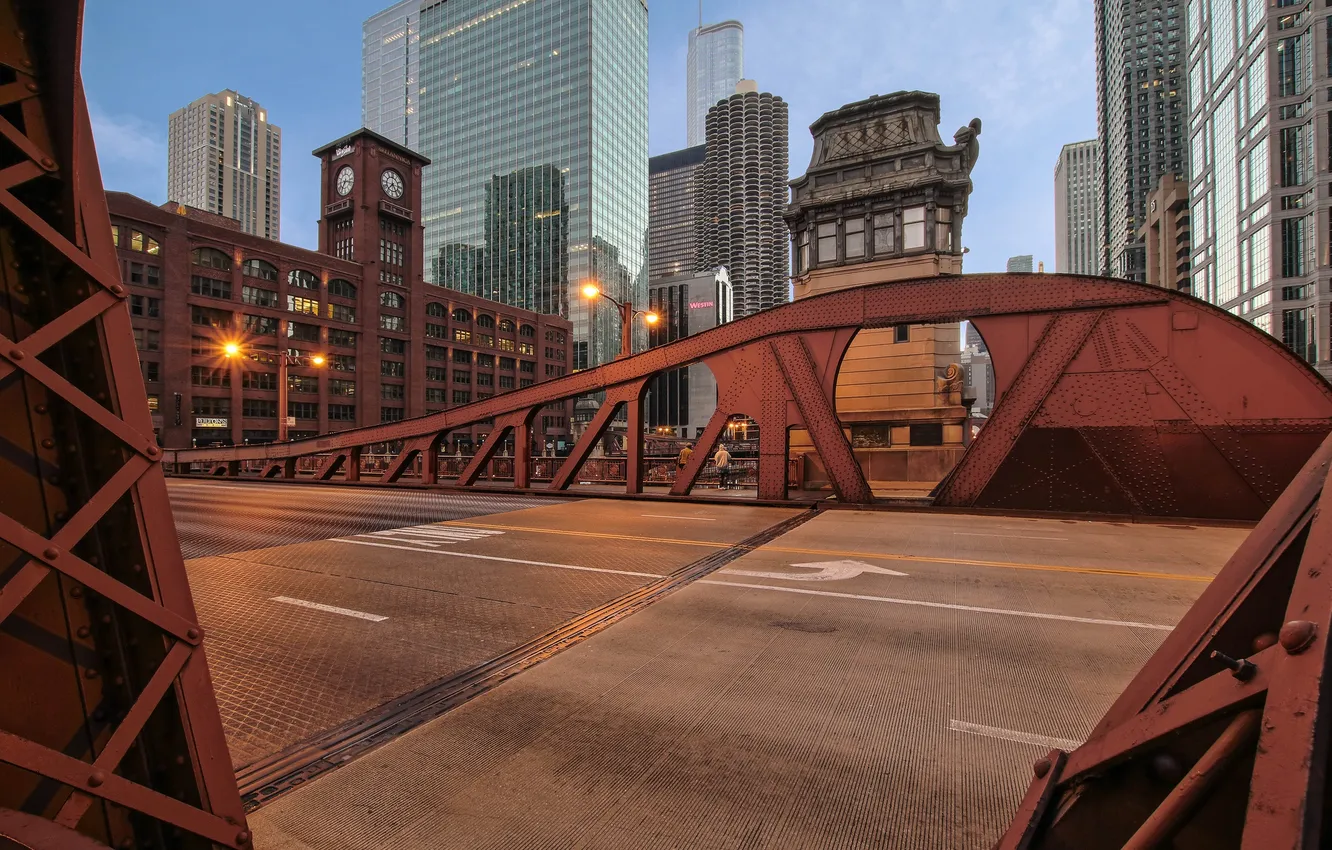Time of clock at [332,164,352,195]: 7:17
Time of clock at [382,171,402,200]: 7:24
